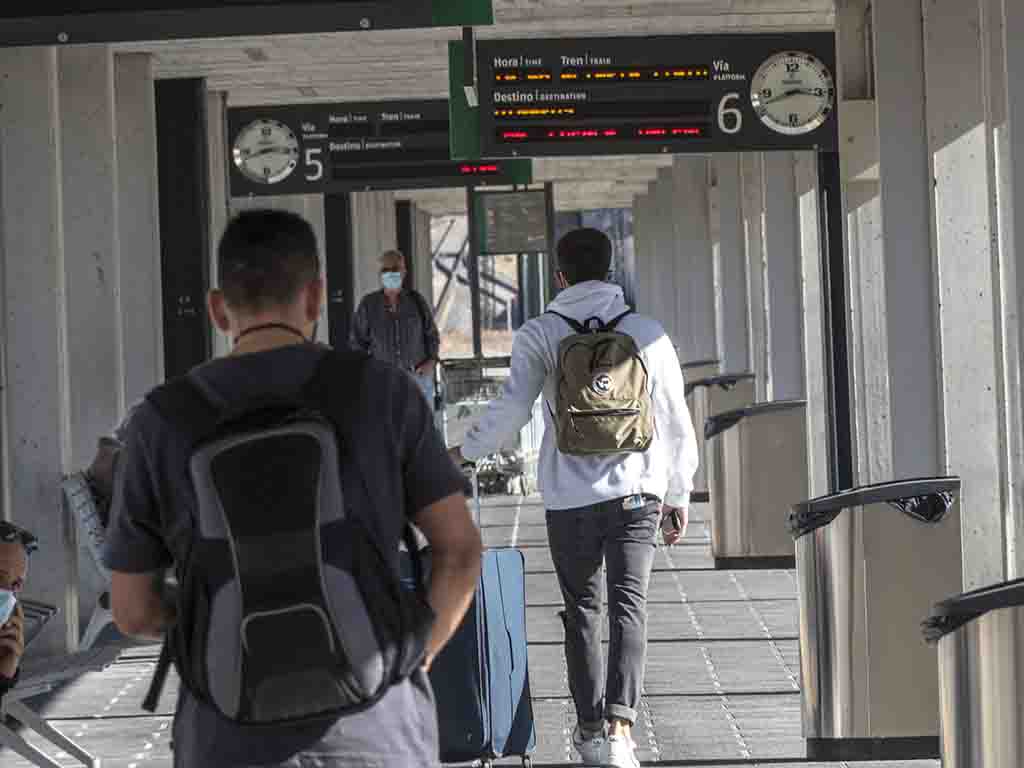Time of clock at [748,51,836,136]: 8:16
